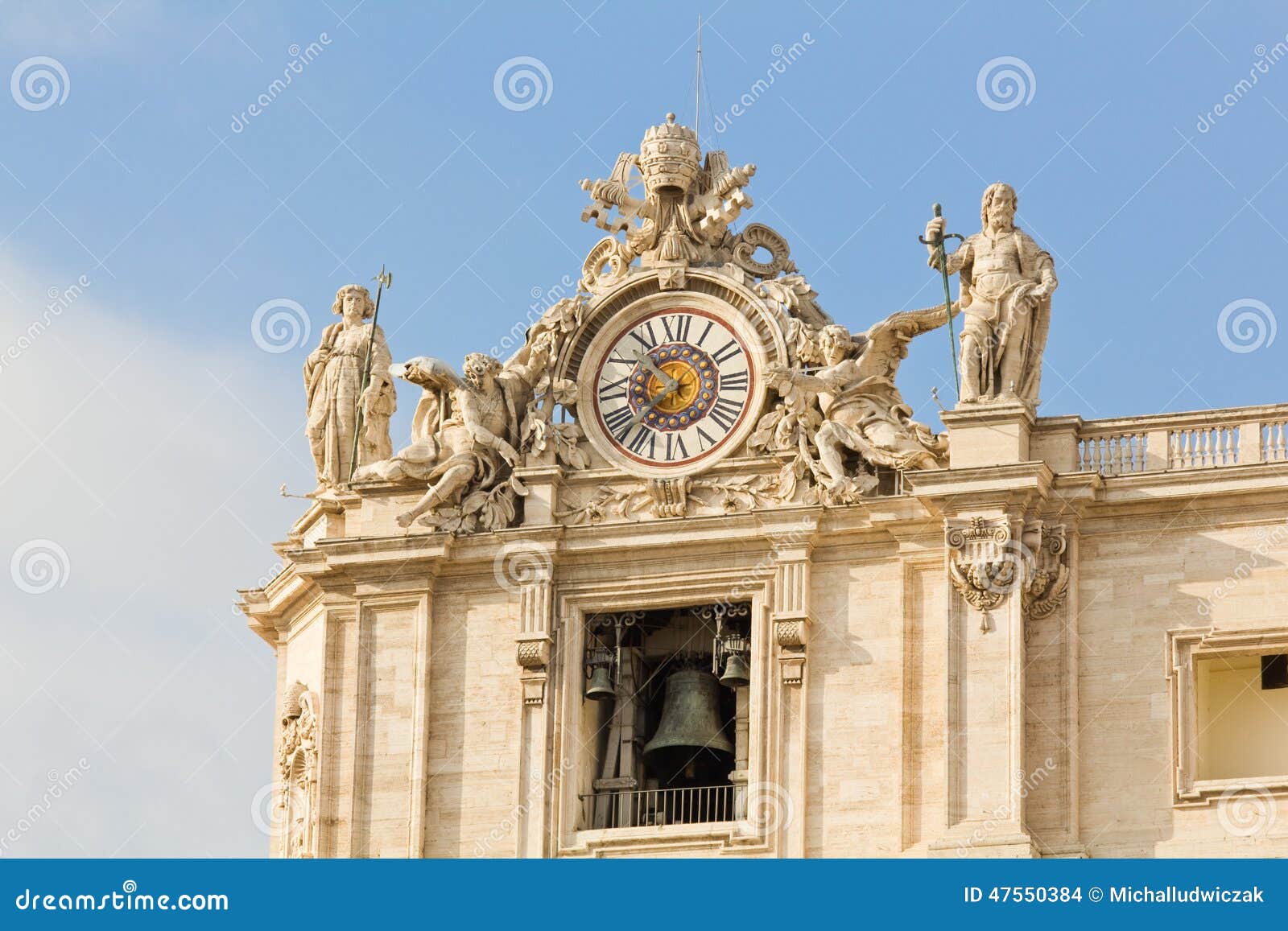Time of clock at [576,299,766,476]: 10:36
